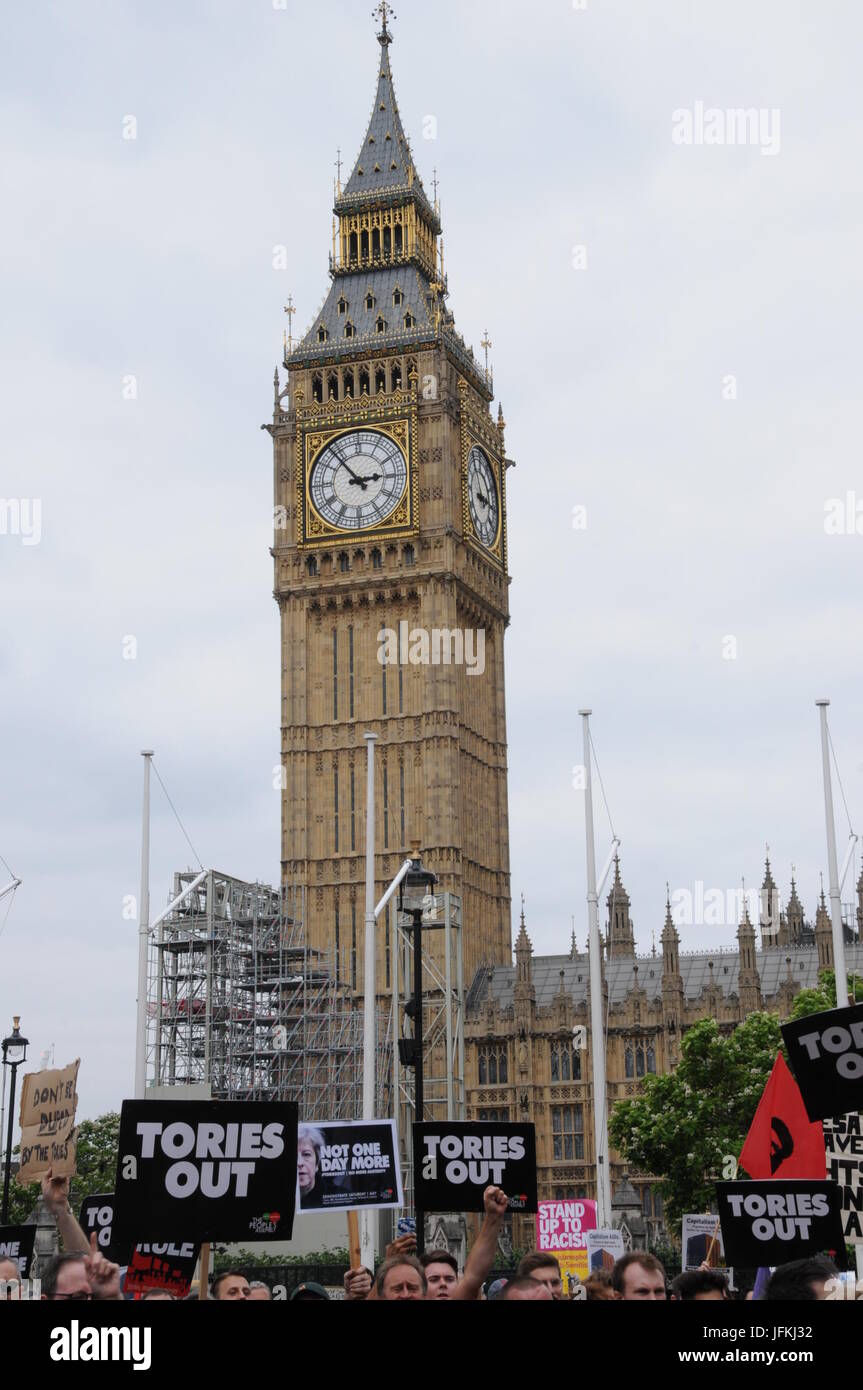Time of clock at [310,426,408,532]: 2:53
